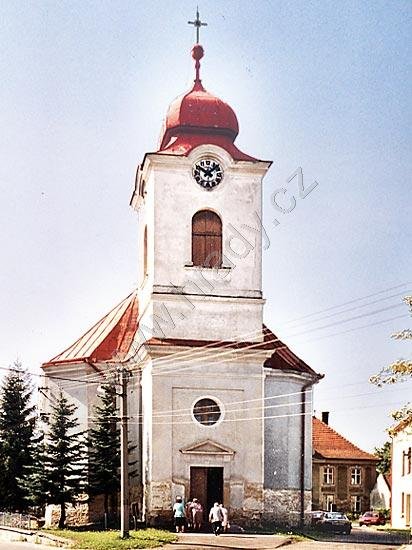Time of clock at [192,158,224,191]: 10:08
